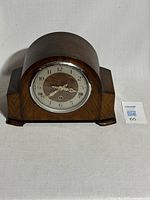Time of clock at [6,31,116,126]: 7:18
